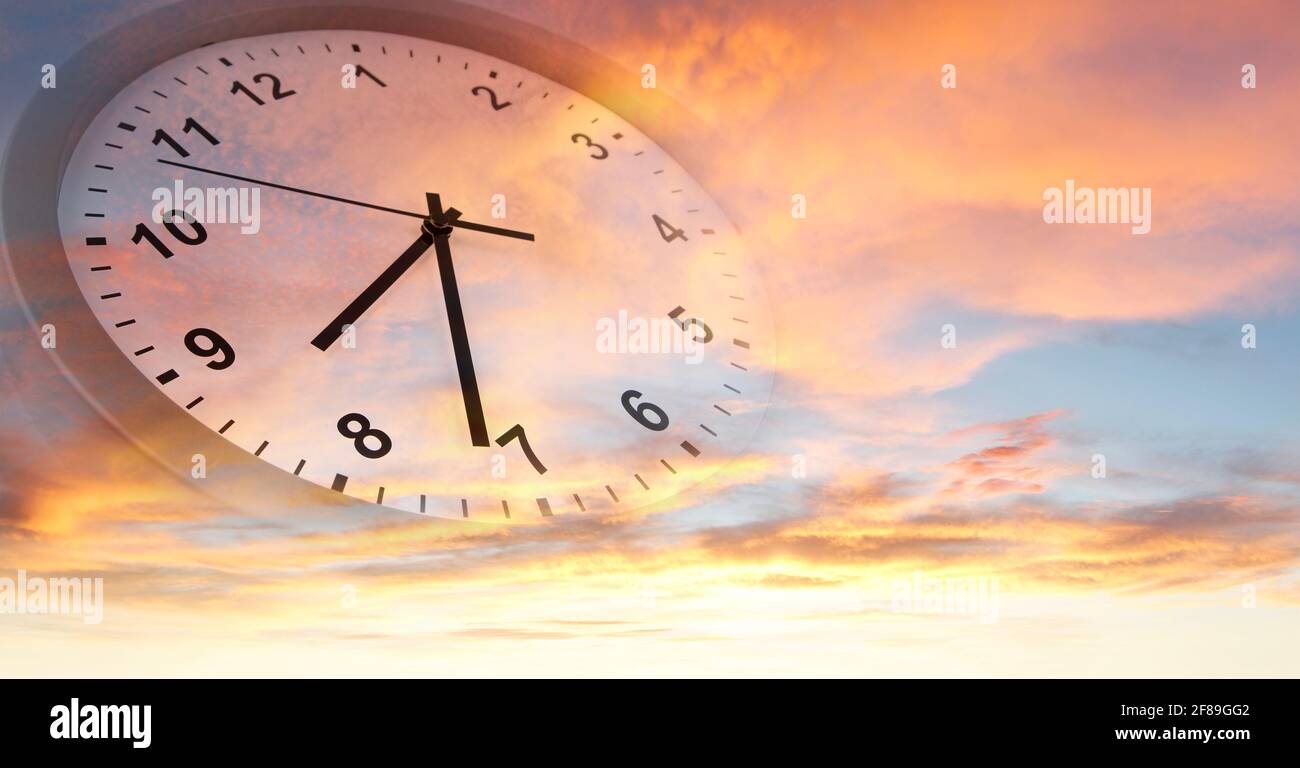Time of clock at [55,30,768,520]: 7:31
